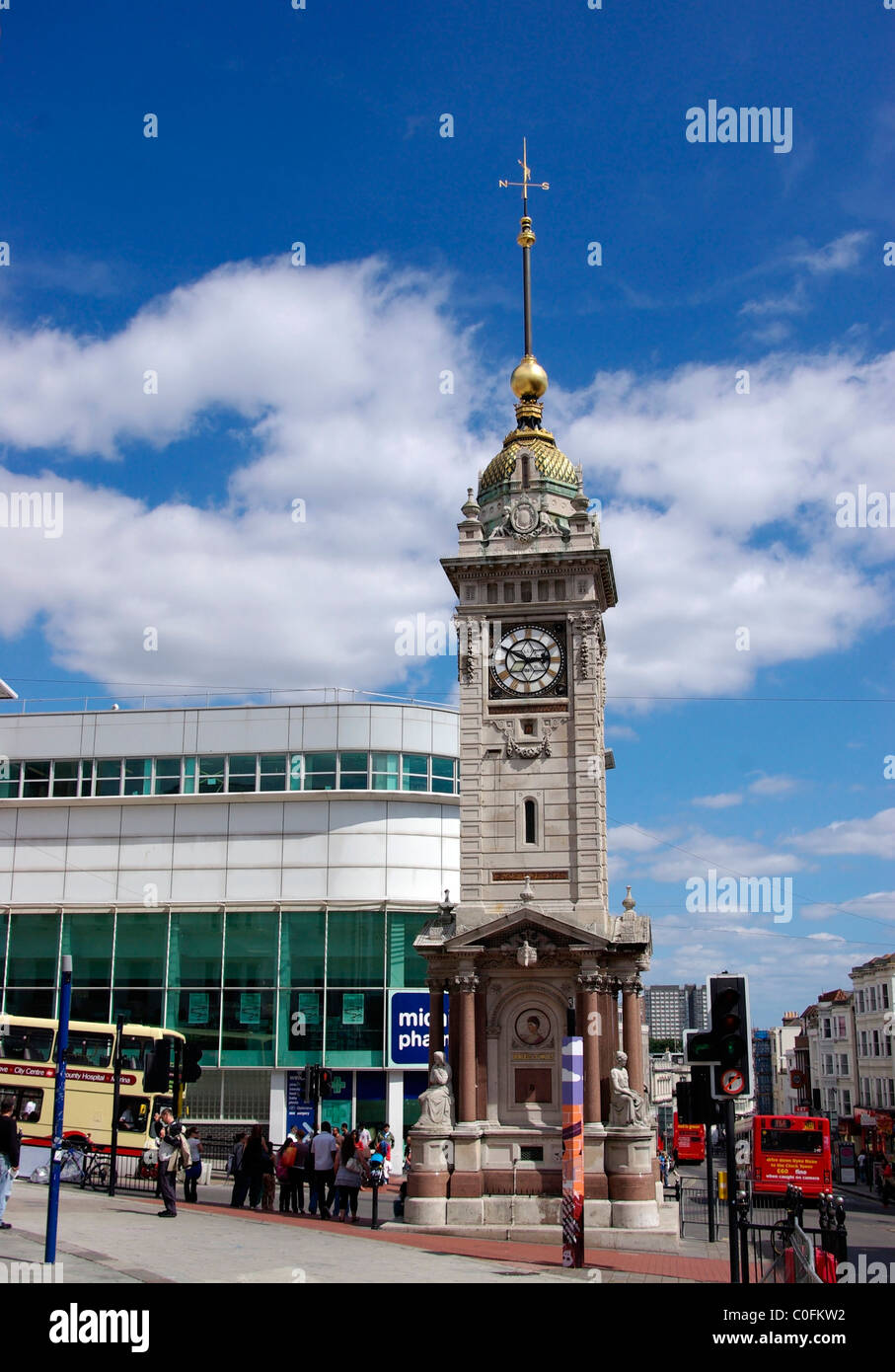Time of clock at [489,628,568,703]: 2:49
